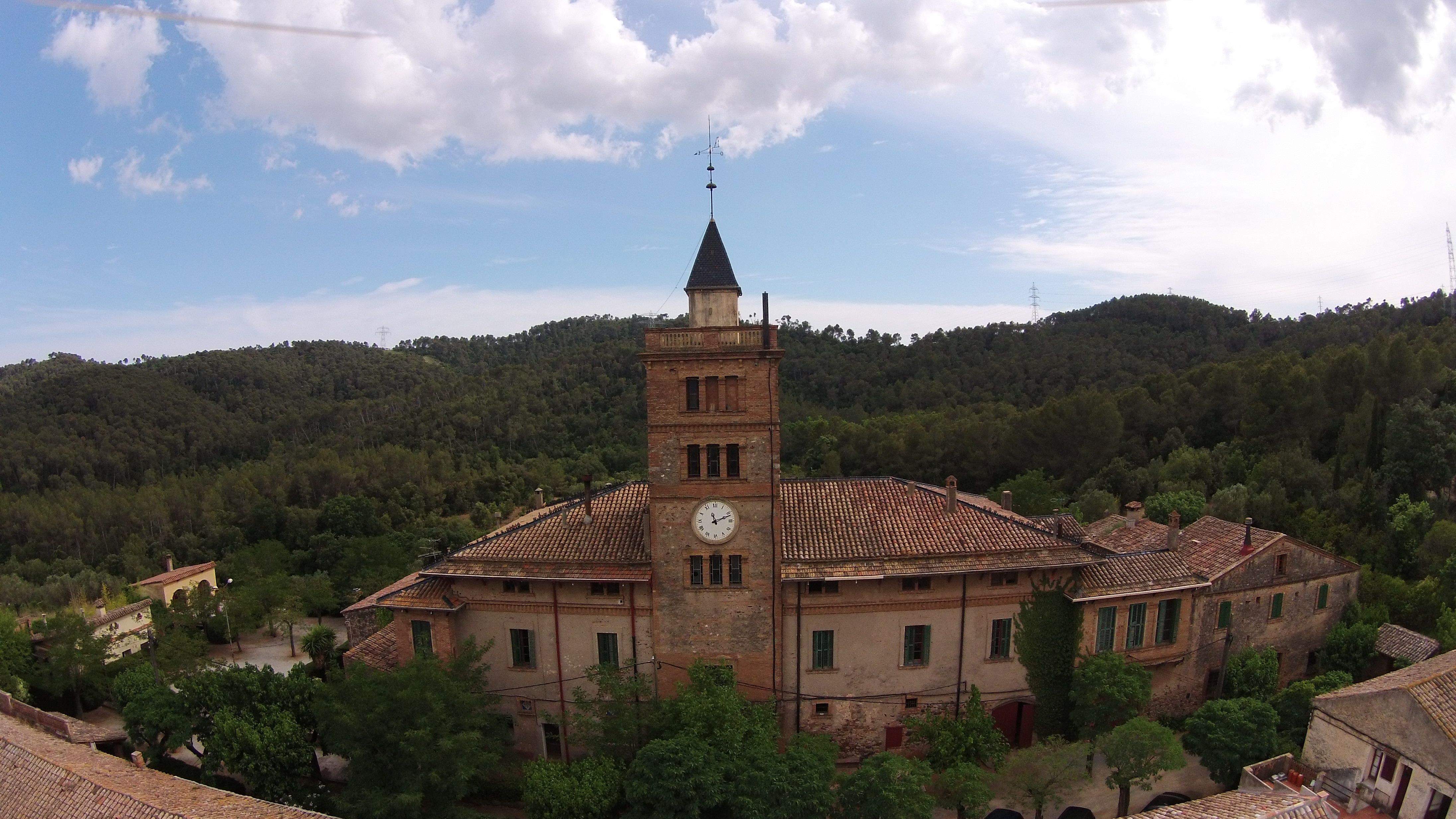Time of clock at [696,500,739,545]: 11:11
